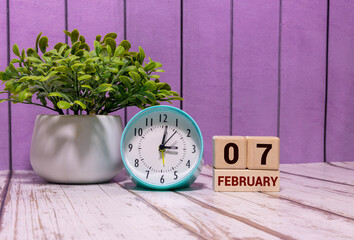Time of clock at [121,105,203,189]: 3:01
